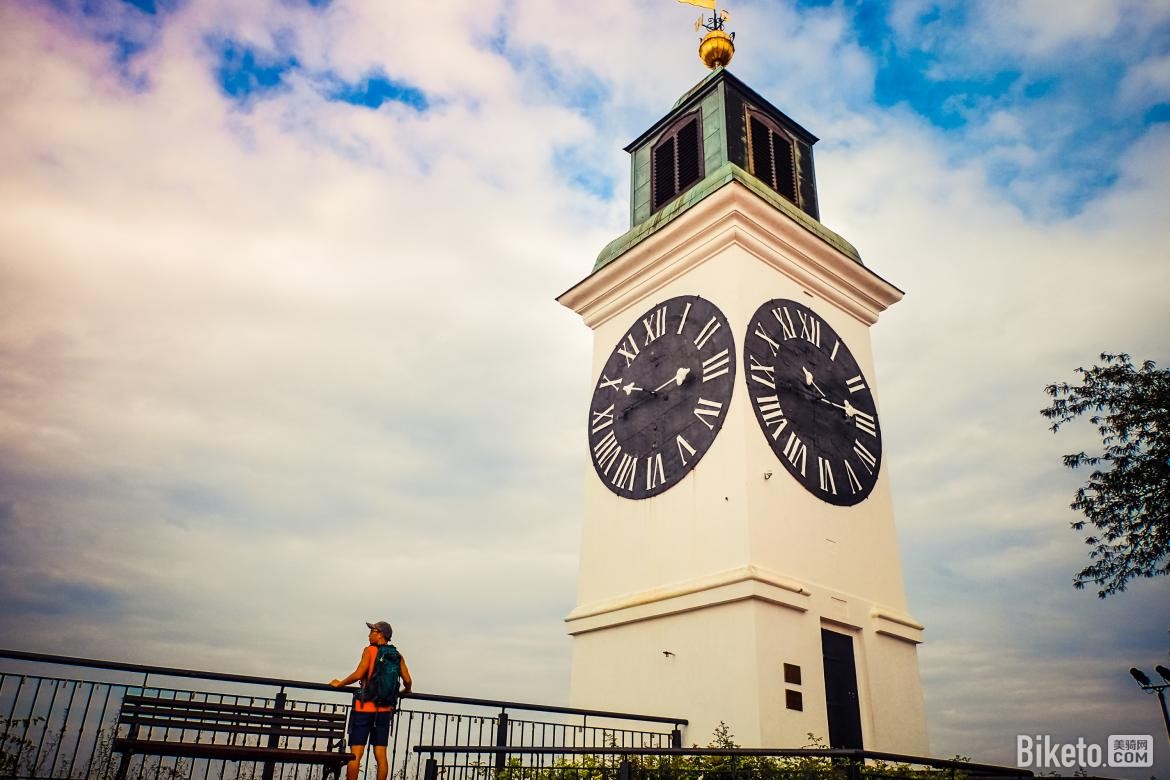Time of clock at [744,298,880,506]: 11:14
